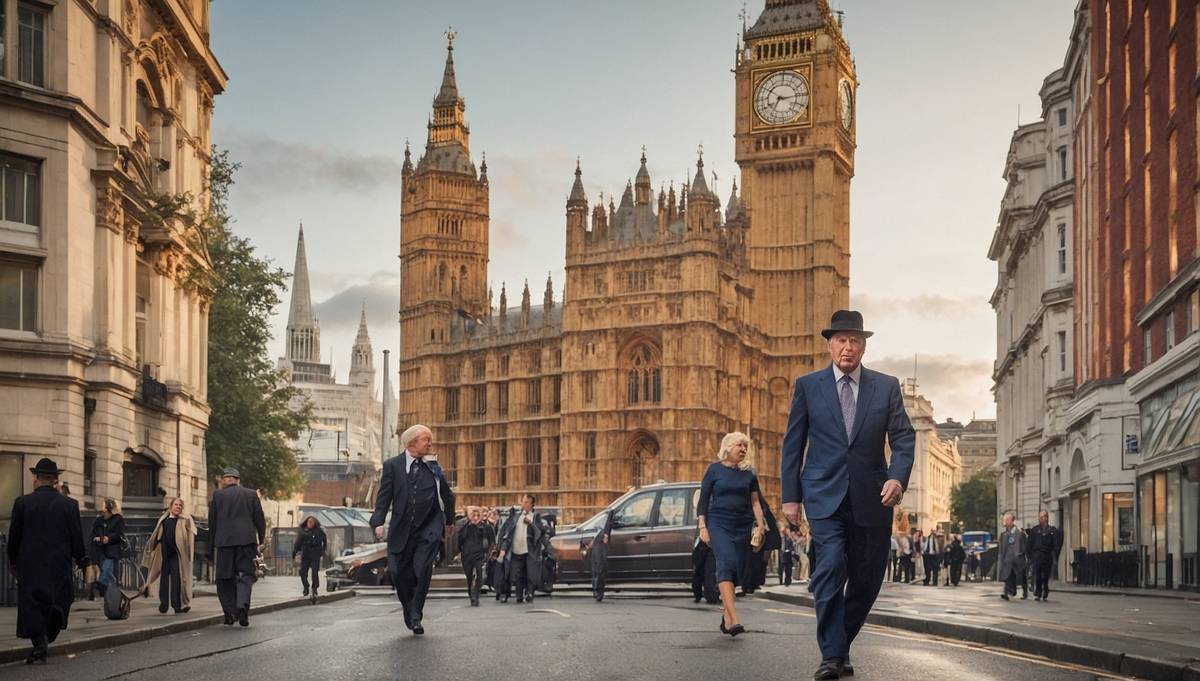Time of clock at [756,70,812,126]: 7:14
